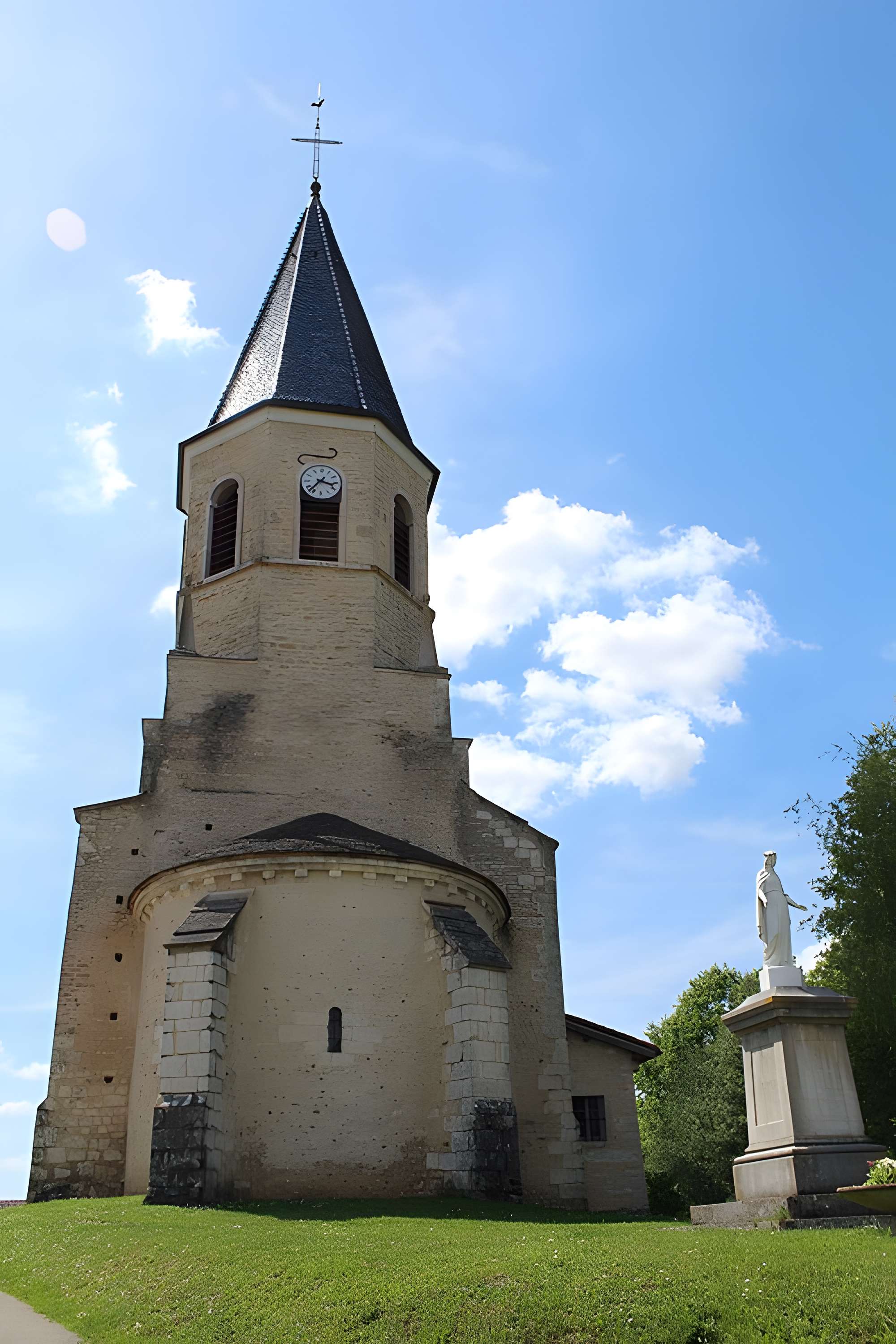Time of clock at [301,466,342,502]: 3:36
